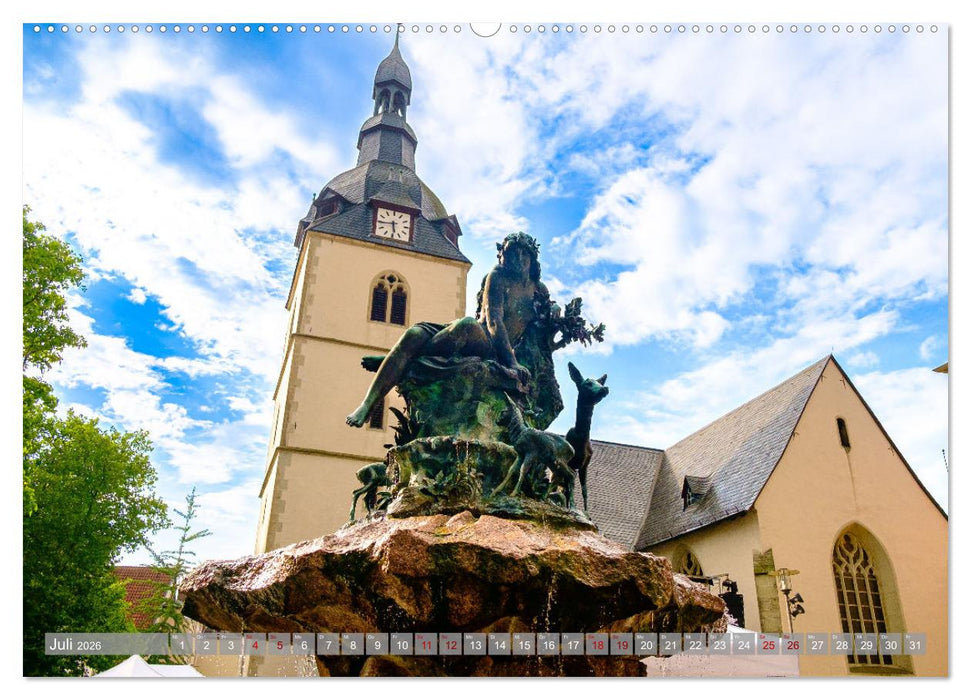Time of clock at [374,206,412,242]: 5:44
